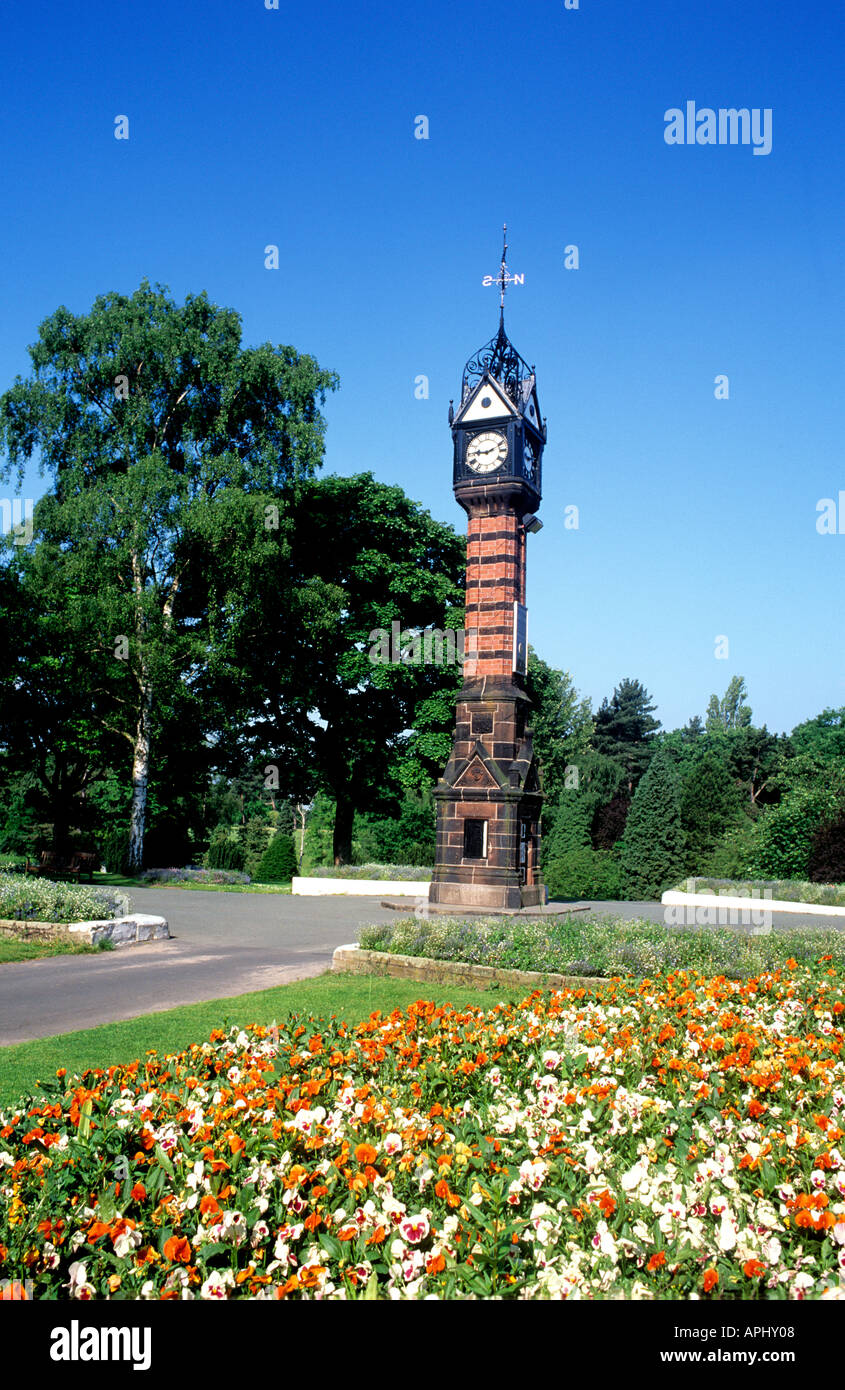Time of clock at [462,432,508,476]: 9:11
